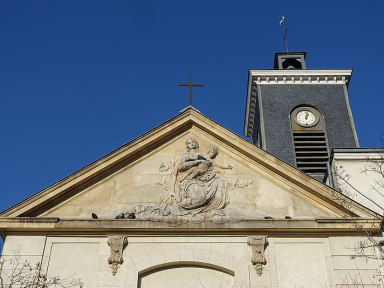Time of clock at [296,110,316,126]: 1:02
